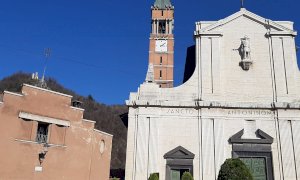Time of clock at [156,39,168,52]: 3:09
